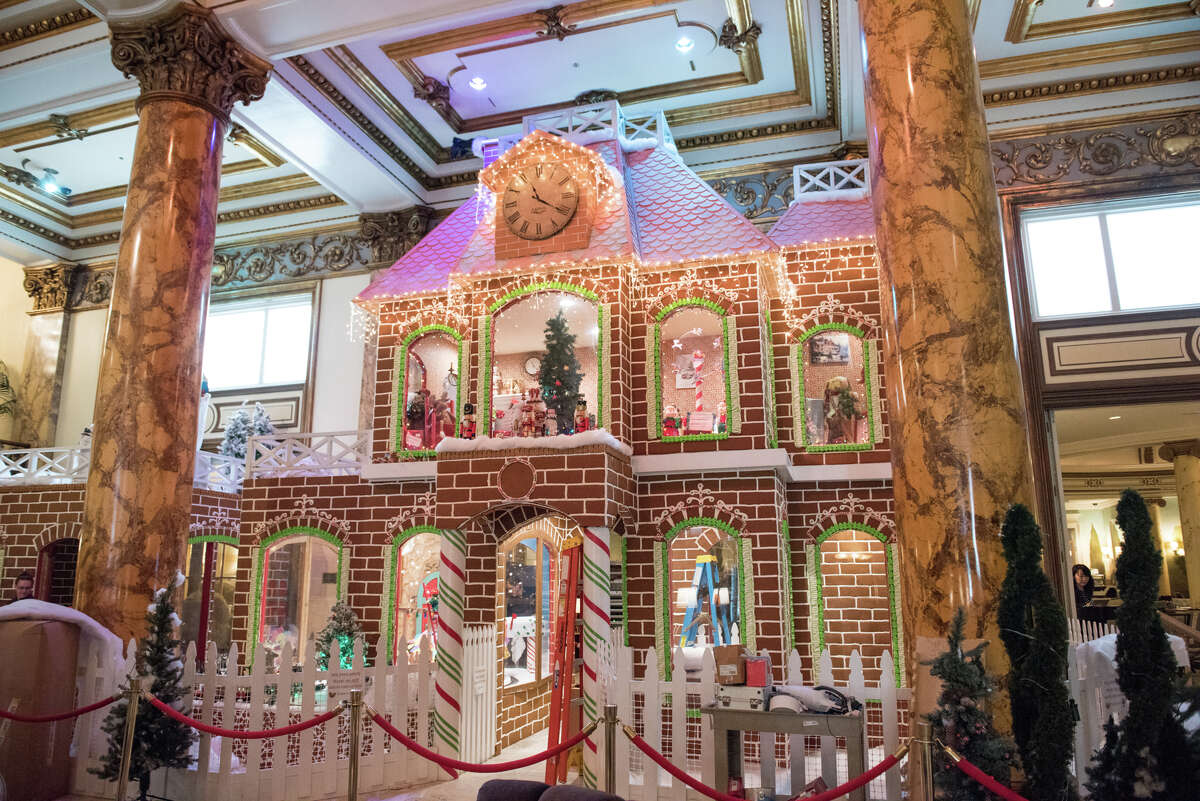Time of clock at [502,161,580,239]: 11:20
